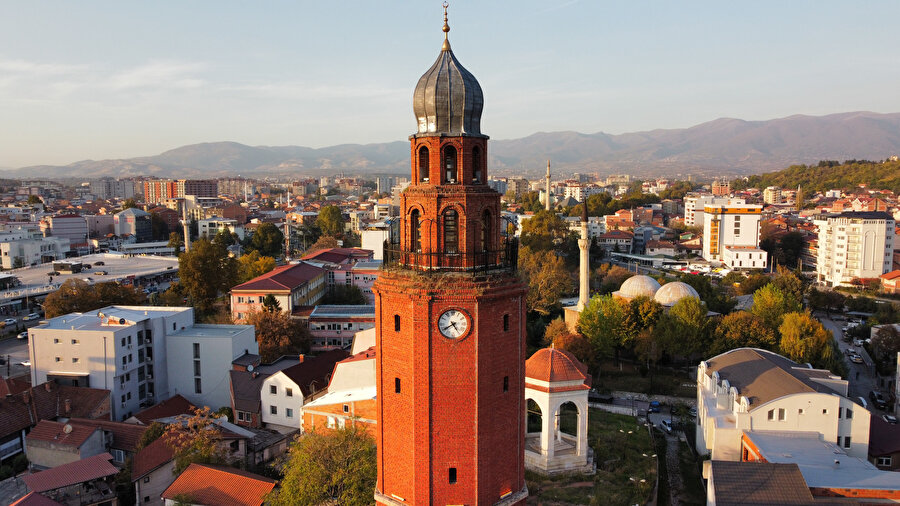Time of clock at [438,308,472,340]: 4:40
